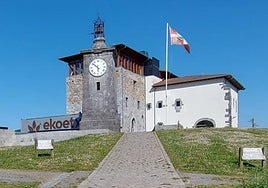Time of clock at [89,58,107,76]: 5:51
